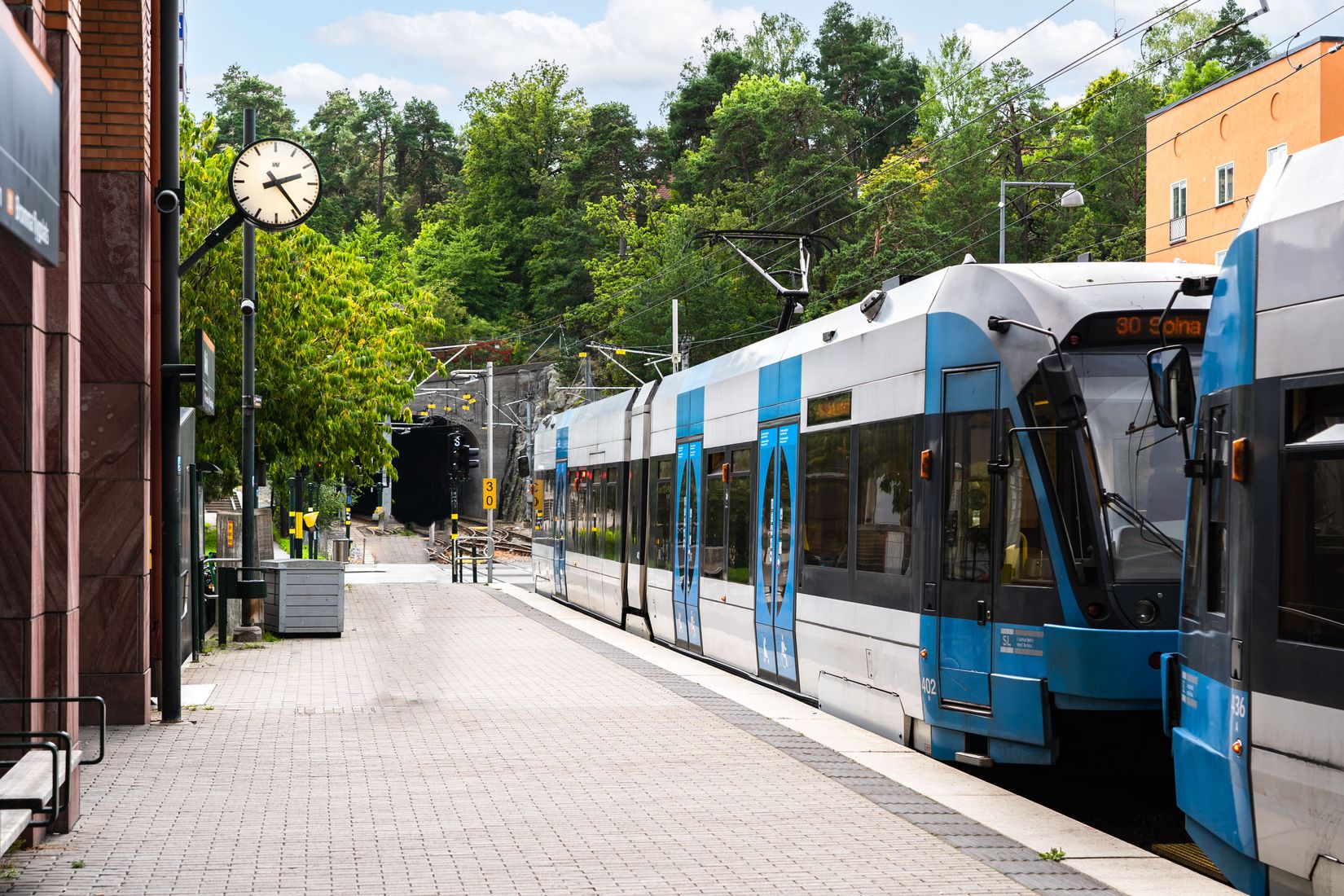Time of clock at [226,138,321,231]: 2:23
